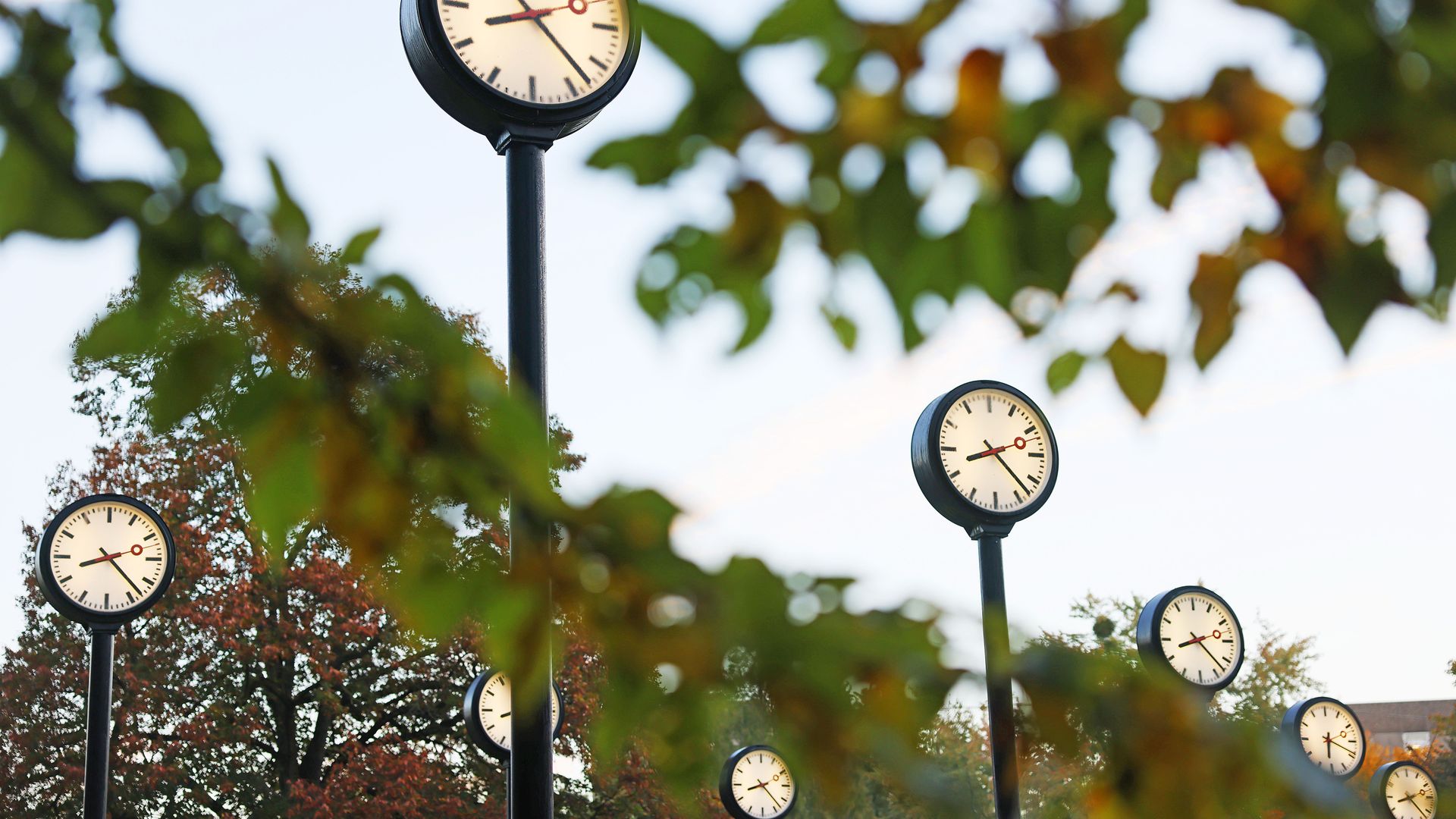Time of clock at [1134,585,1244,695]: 8:22
